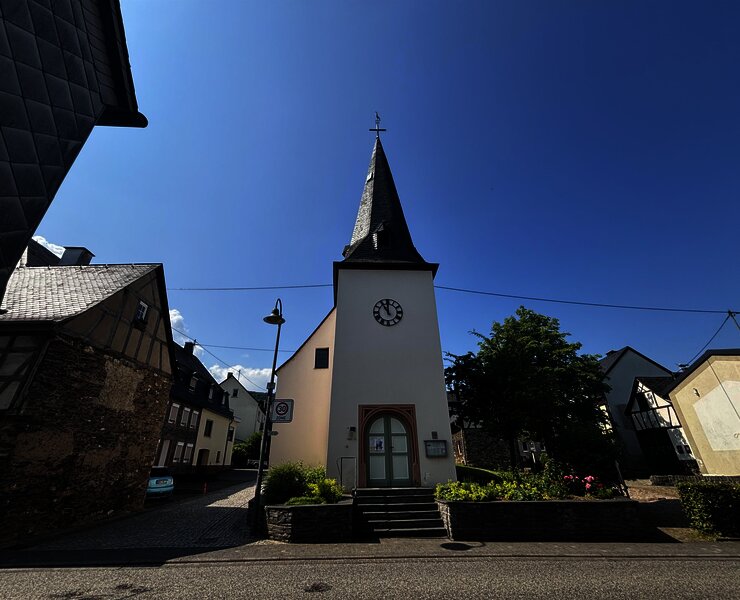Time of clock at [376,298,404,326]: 11:00
